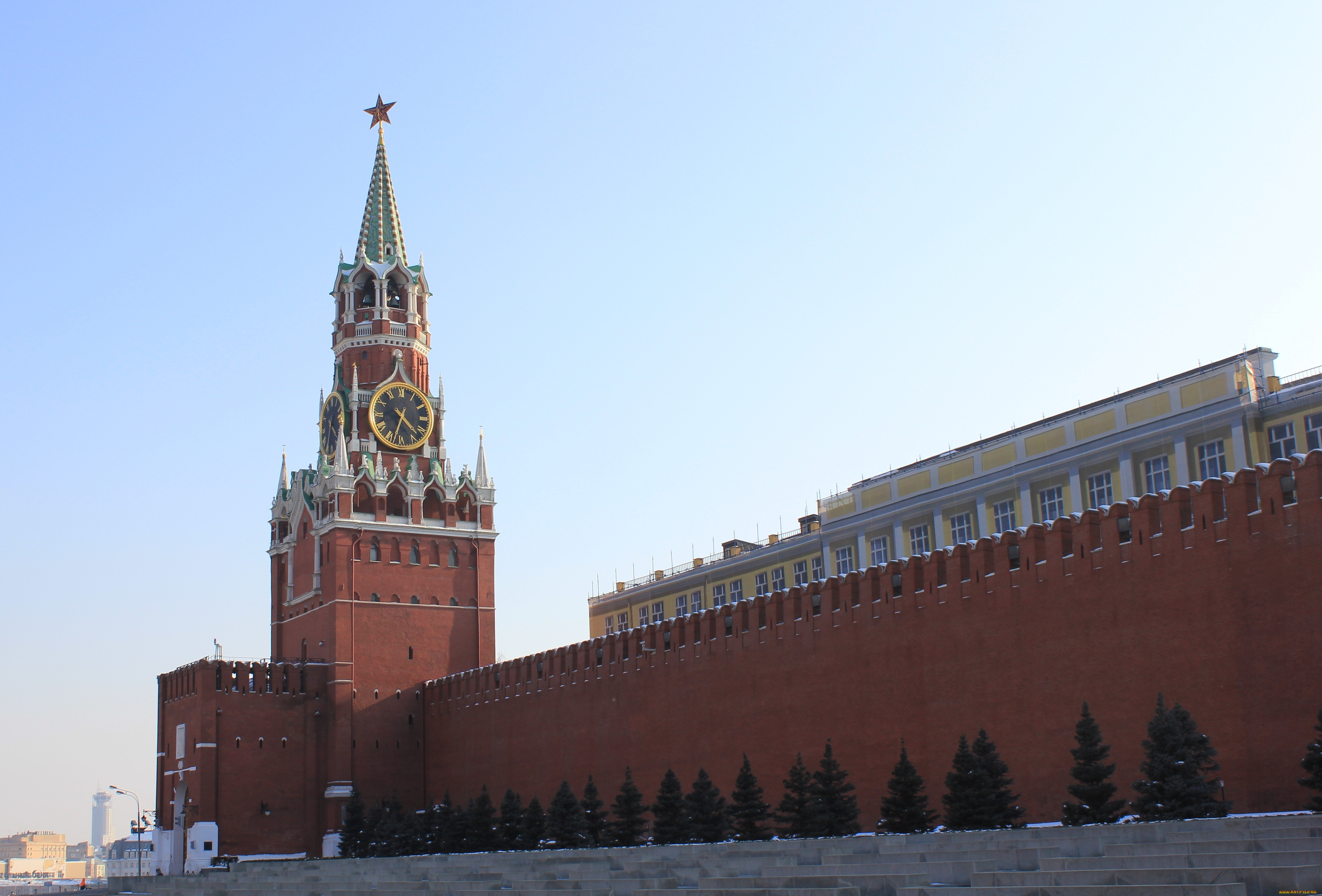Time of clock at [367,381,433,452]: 4:32
